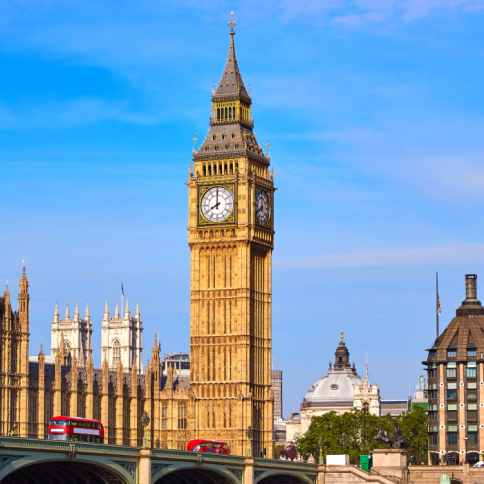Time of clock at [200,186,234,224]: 7:59
